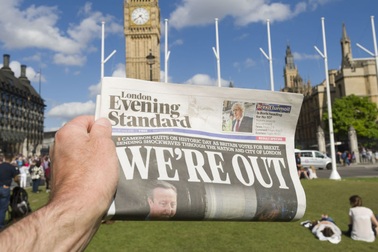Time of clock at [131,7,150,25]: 4:39
